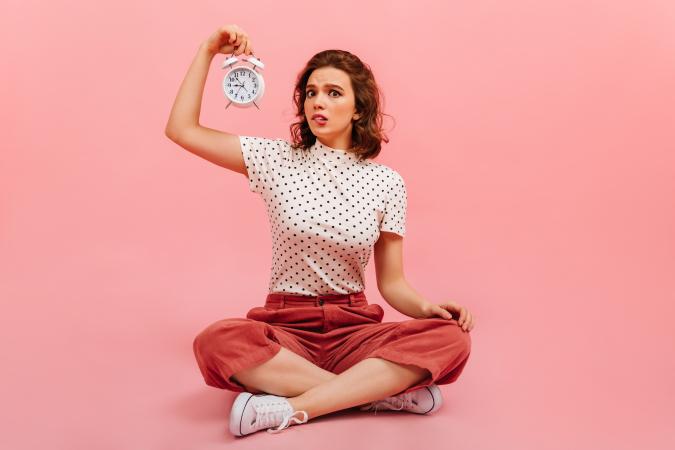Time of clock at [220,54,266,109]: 8:53
